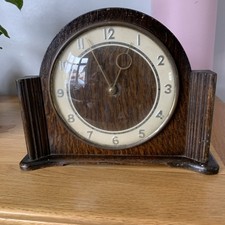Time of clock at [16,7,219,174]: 12:55
